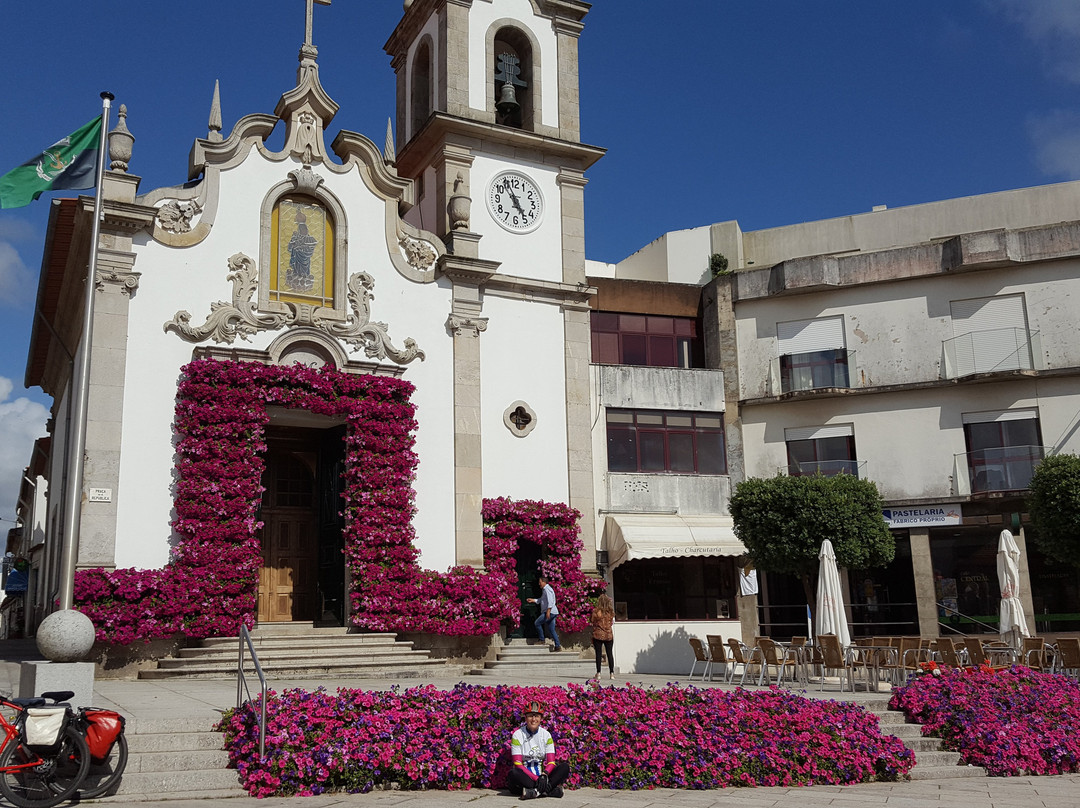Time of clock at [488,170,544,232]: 4:55
